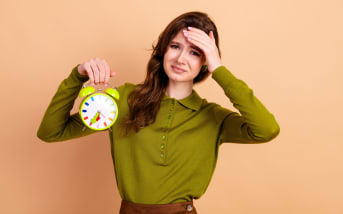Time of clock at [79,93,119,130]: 6:34
